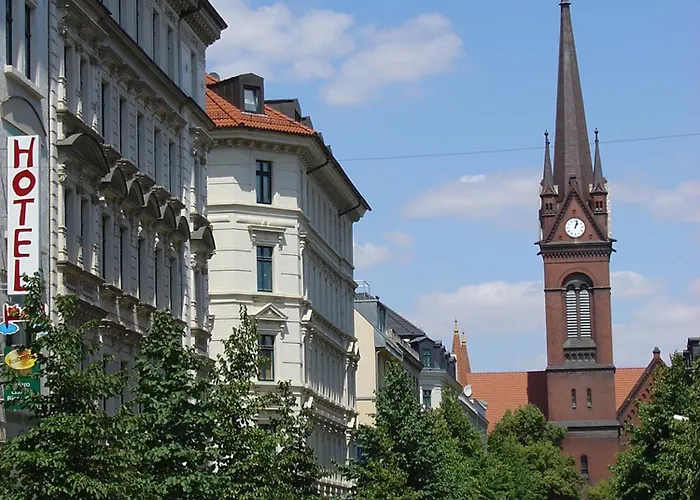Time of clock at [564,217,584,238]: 1:02
